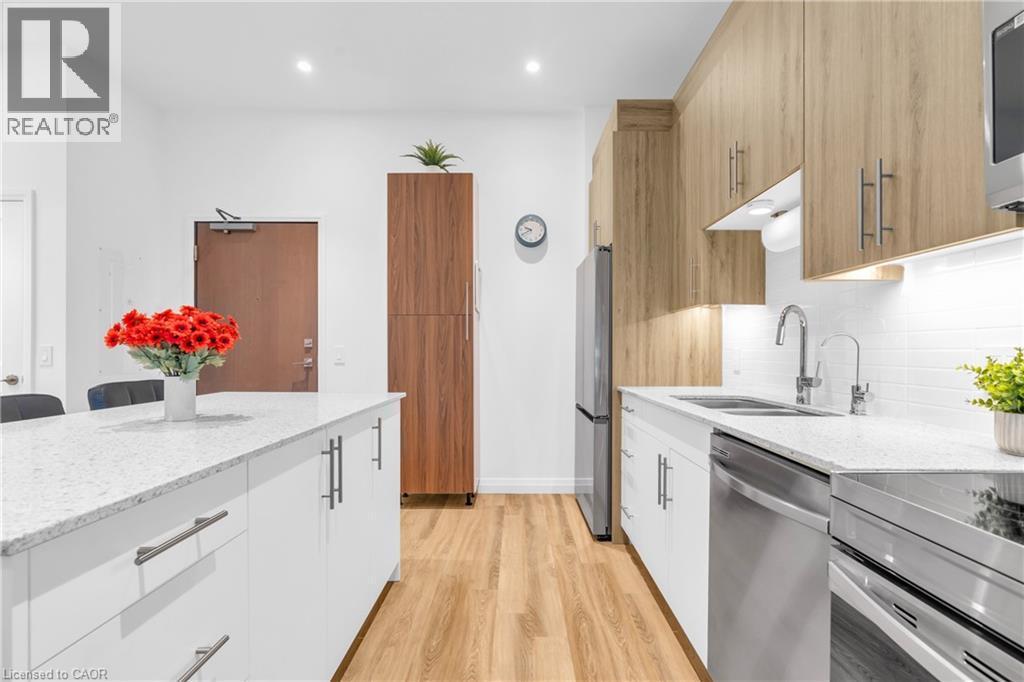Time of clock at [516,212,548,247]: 9:40
